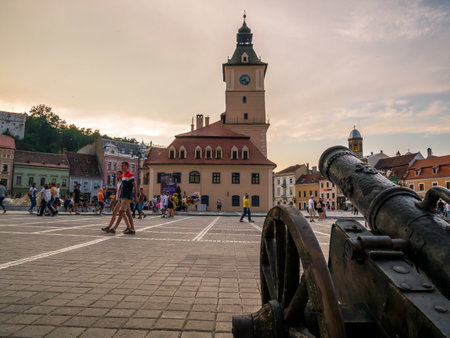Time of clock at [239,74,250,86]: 8:23
